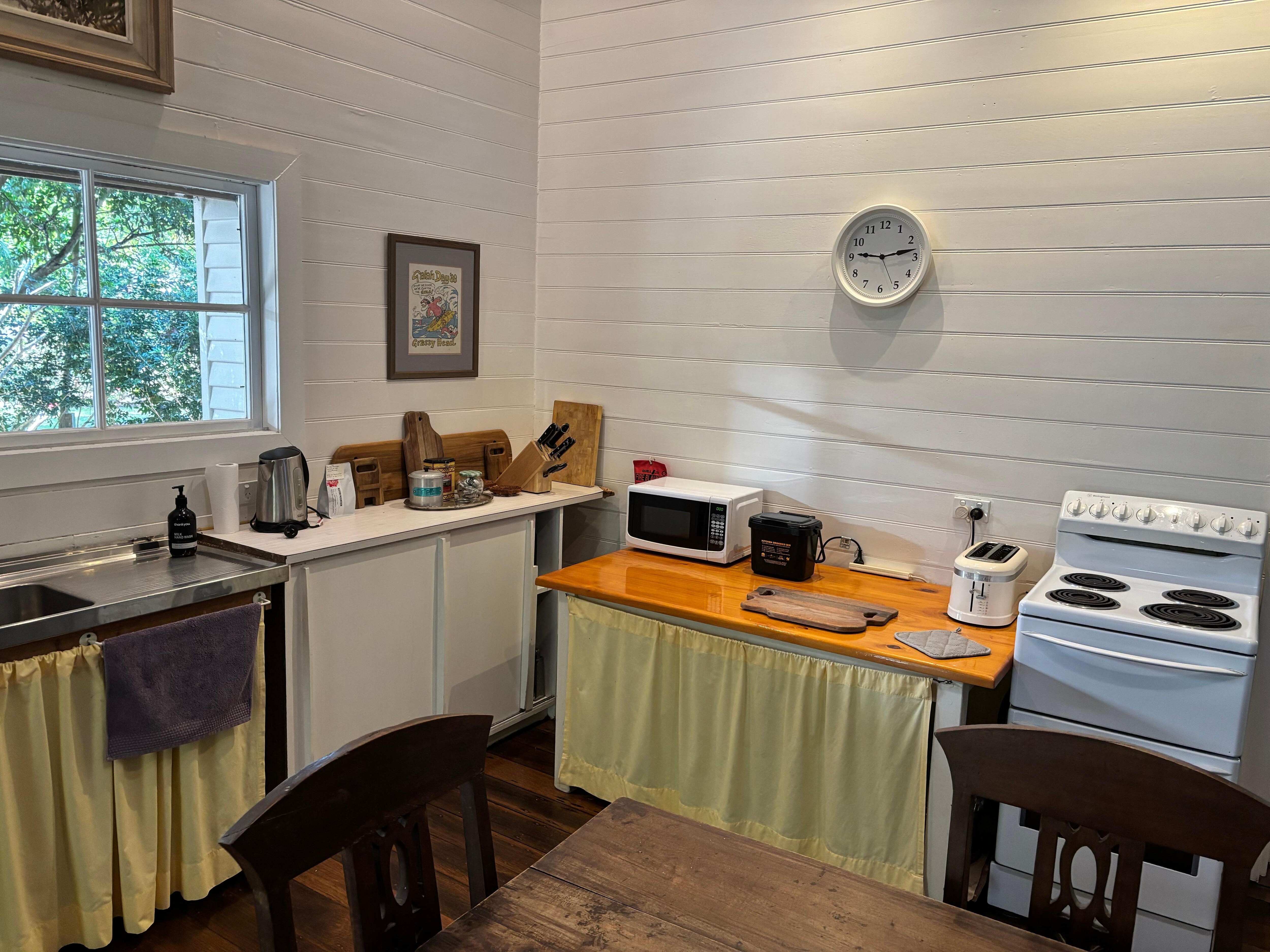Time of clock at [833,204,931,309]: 9:13
